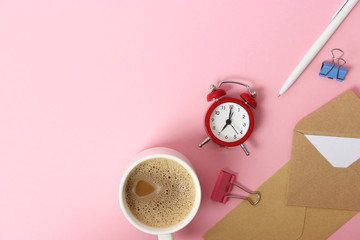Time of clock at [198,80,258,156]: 7:00
